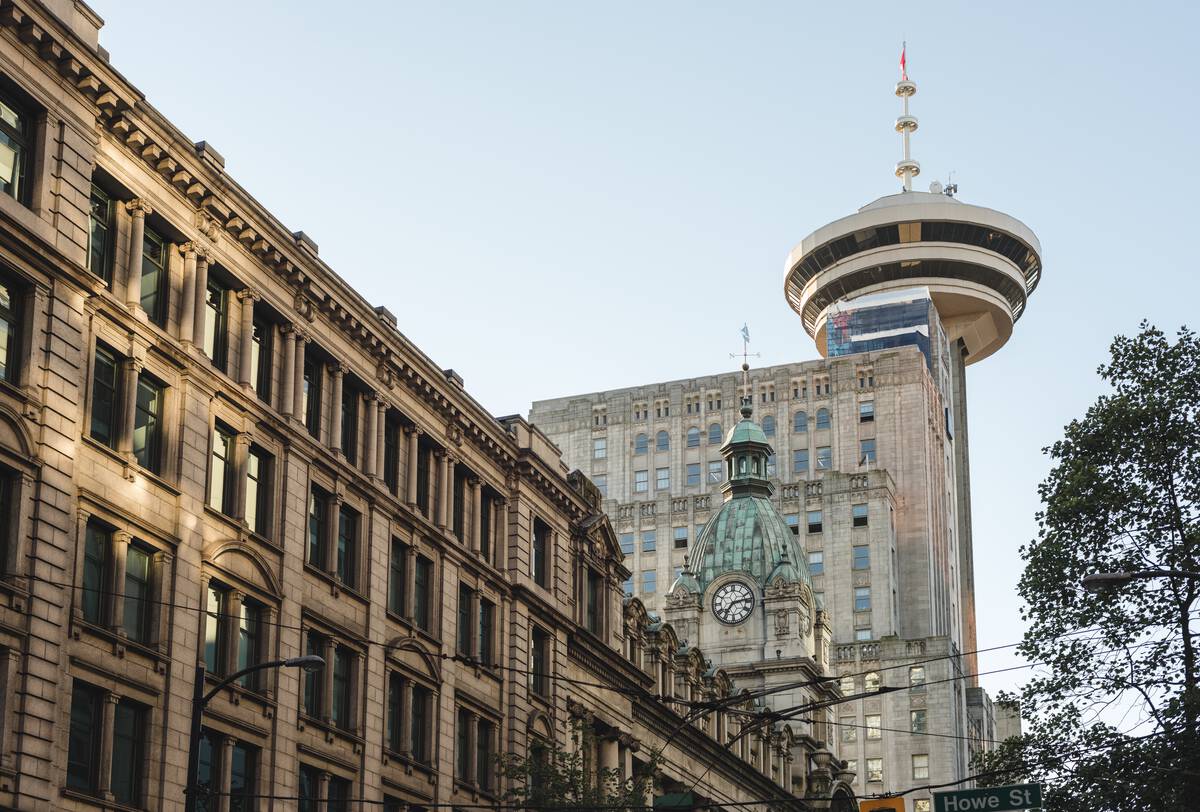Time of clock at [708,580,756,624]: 7:13
